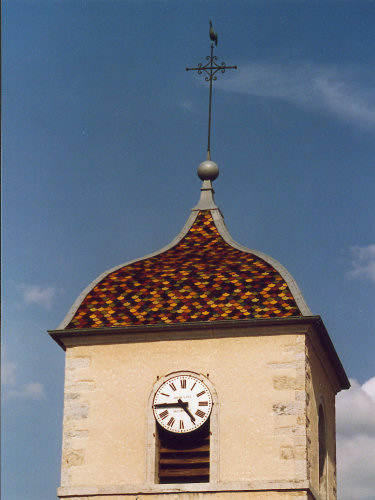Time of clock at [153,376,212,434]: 4:44
